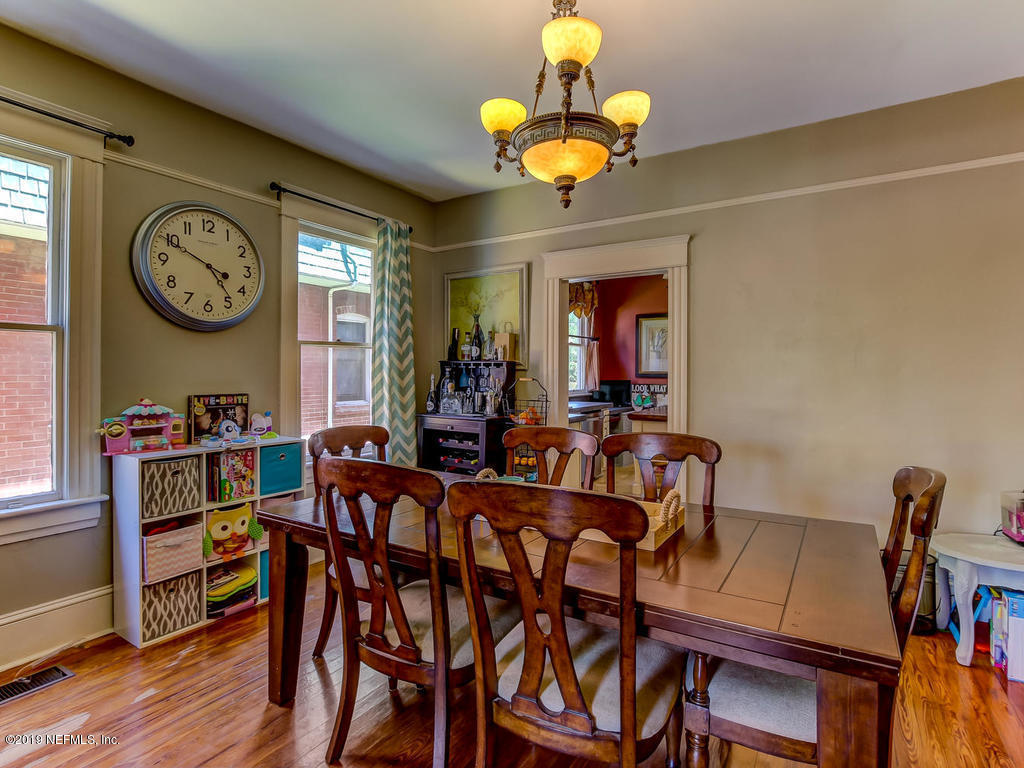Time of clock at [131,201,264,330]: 4:49
